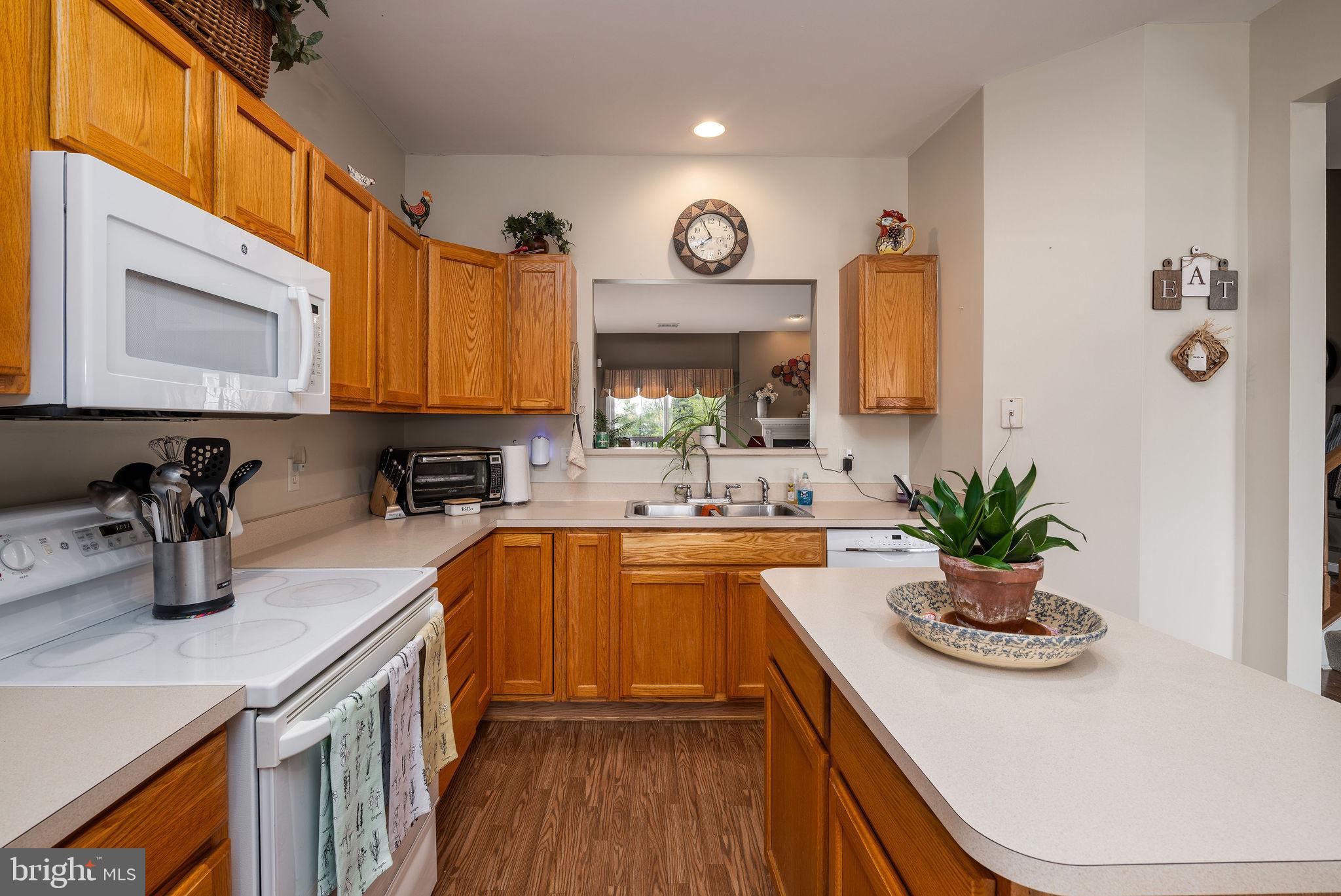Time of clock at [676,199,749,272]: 7:55
